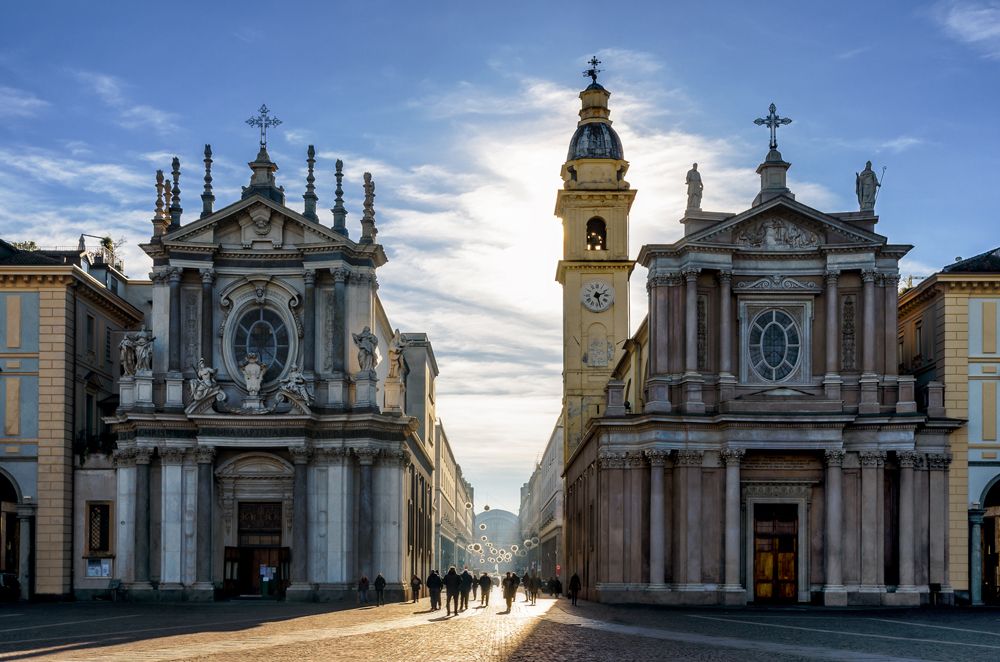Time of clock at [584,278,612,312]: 2:27
